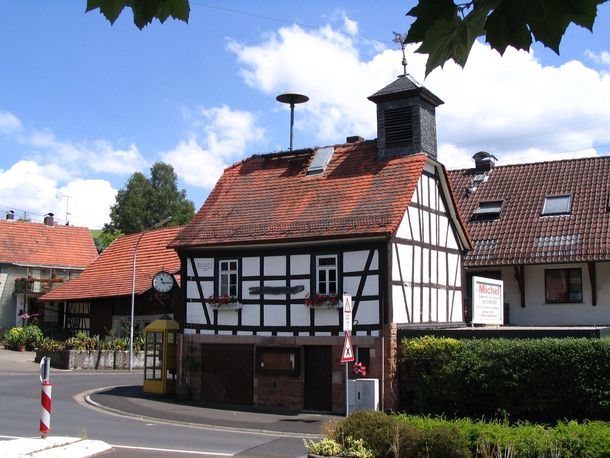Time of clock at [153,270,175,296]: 11:14
